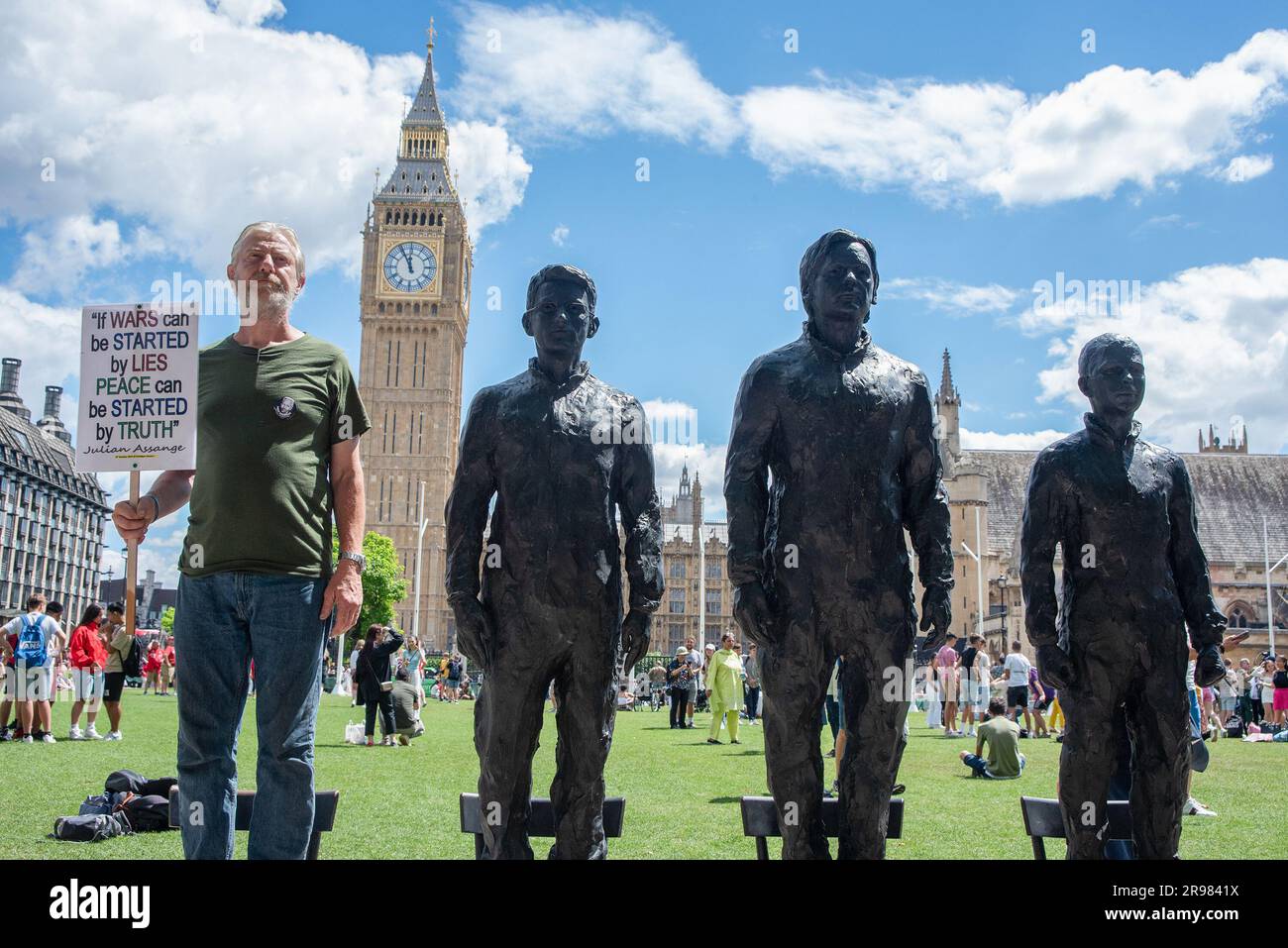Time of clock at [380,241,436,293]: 11:55
